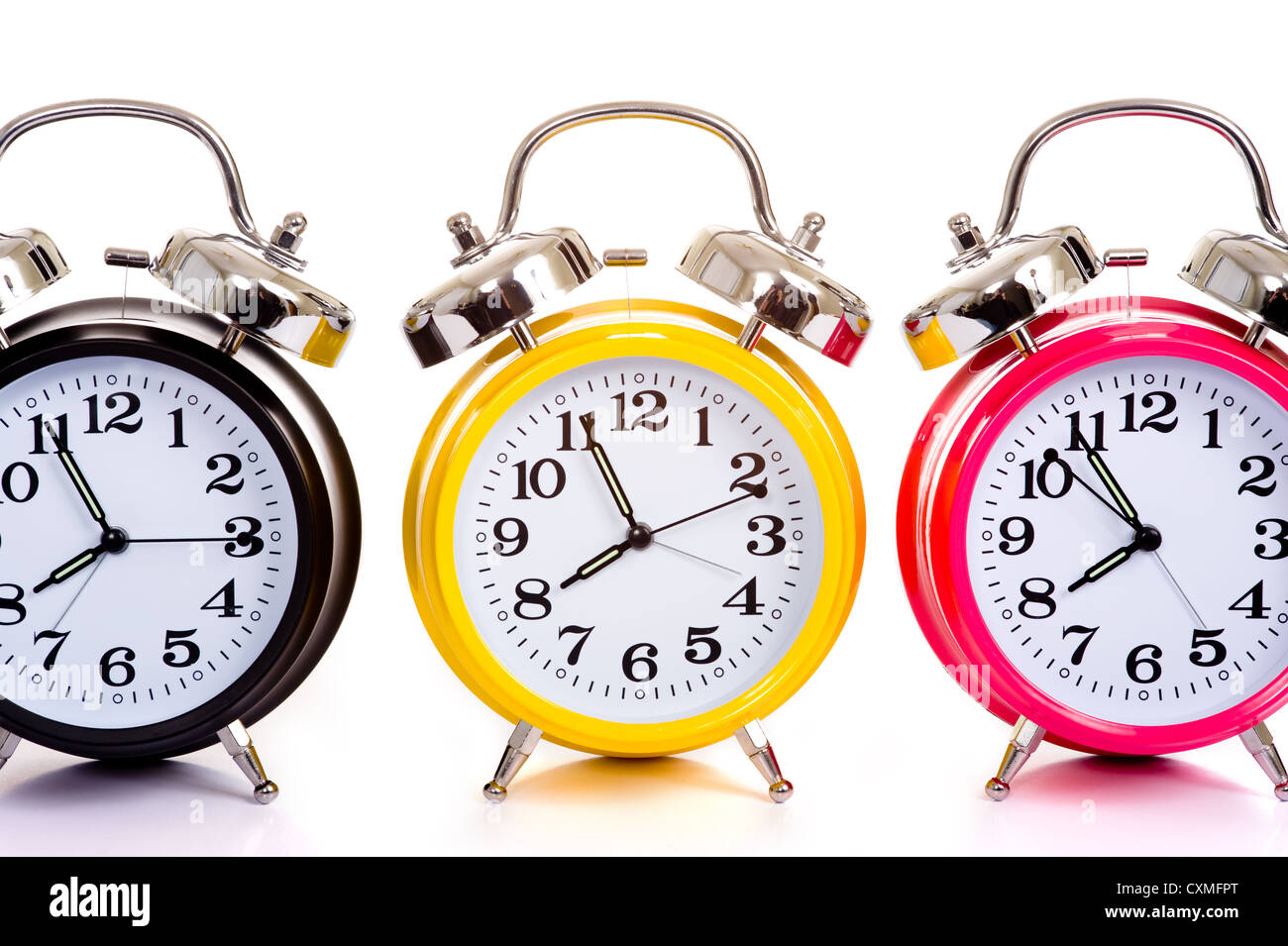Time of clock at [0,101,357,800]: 7:55
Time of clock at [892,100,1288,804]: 7:54
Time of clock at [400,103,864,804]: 7:55
